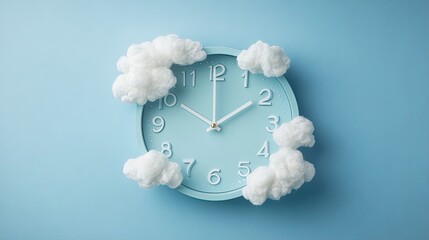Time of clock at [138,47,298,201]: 1:50
